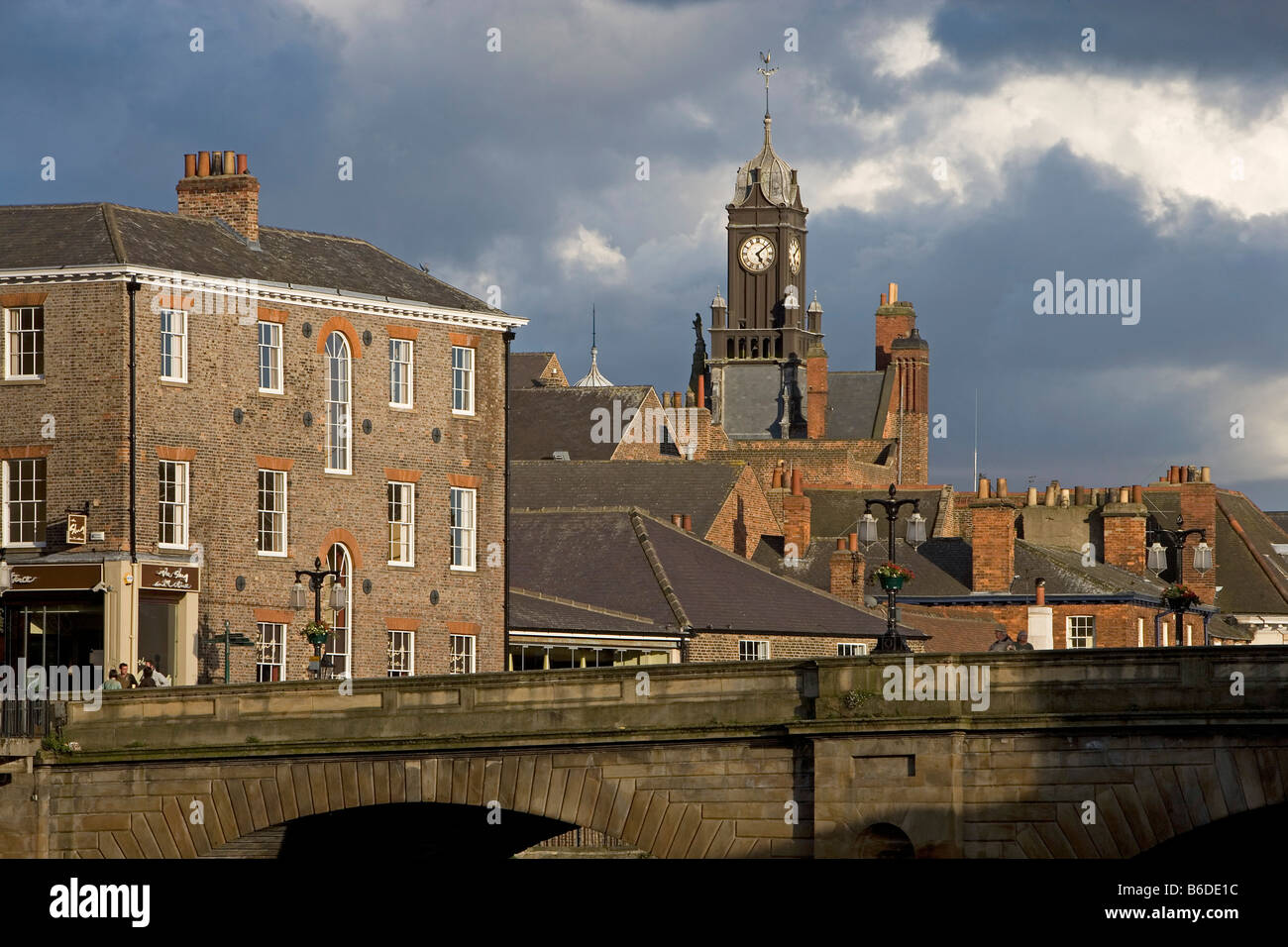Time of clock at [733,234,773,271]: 5:08
